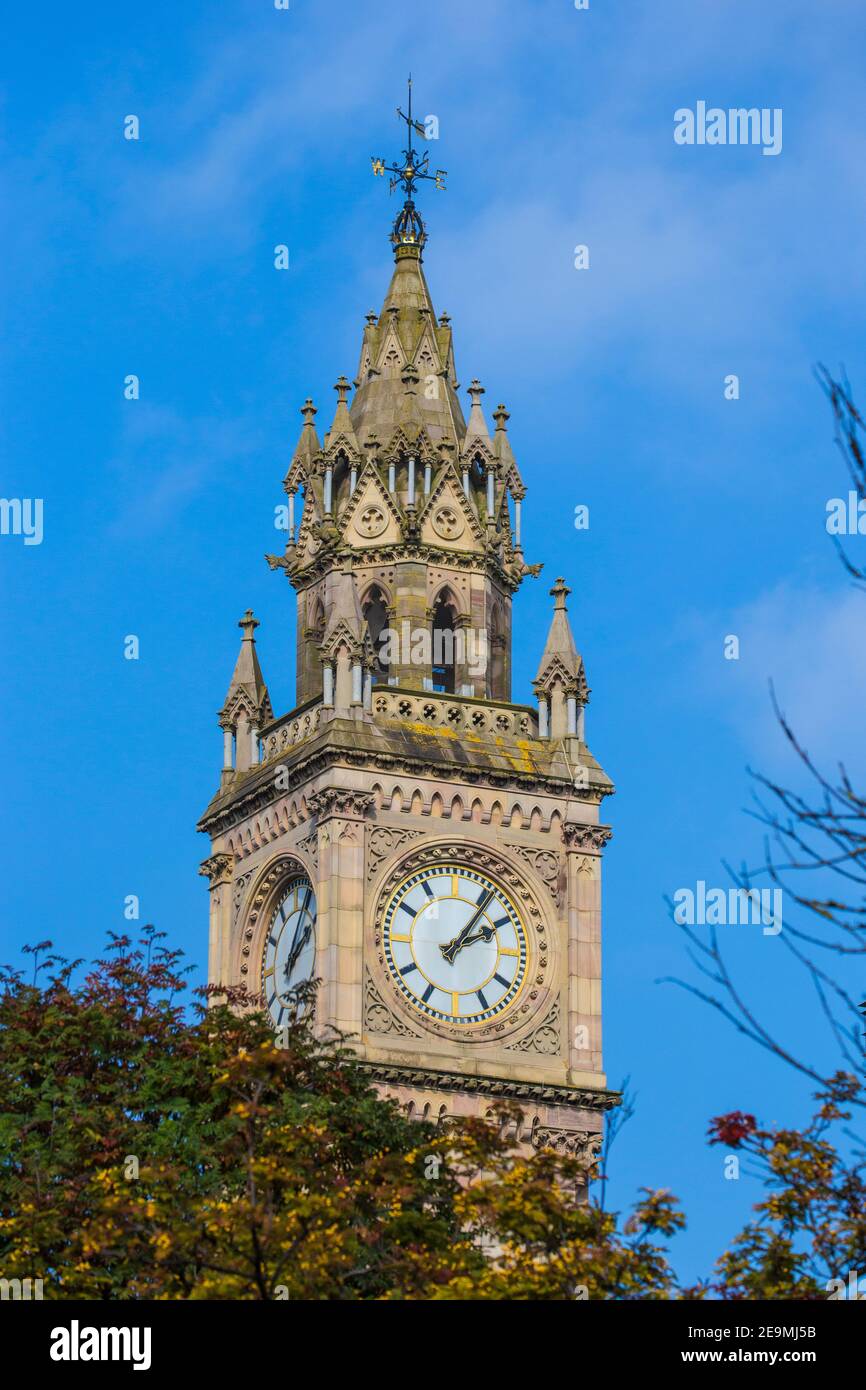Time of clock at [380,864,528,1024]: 2:06
